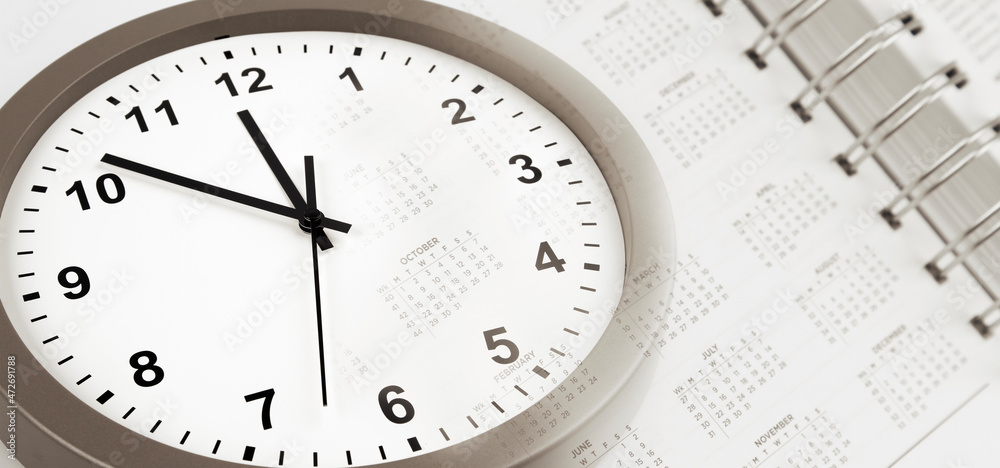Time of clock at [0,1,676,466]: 11:51
